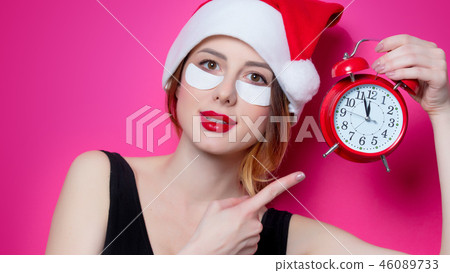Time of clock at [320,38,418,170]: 11:56
